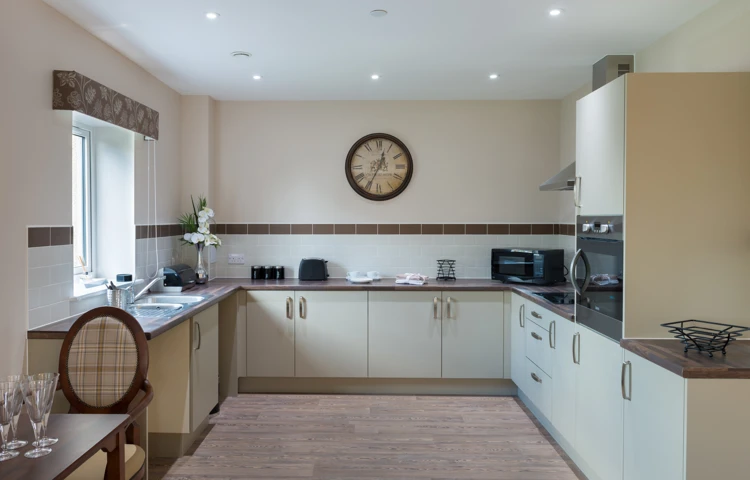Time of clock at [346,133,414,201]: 12:34
